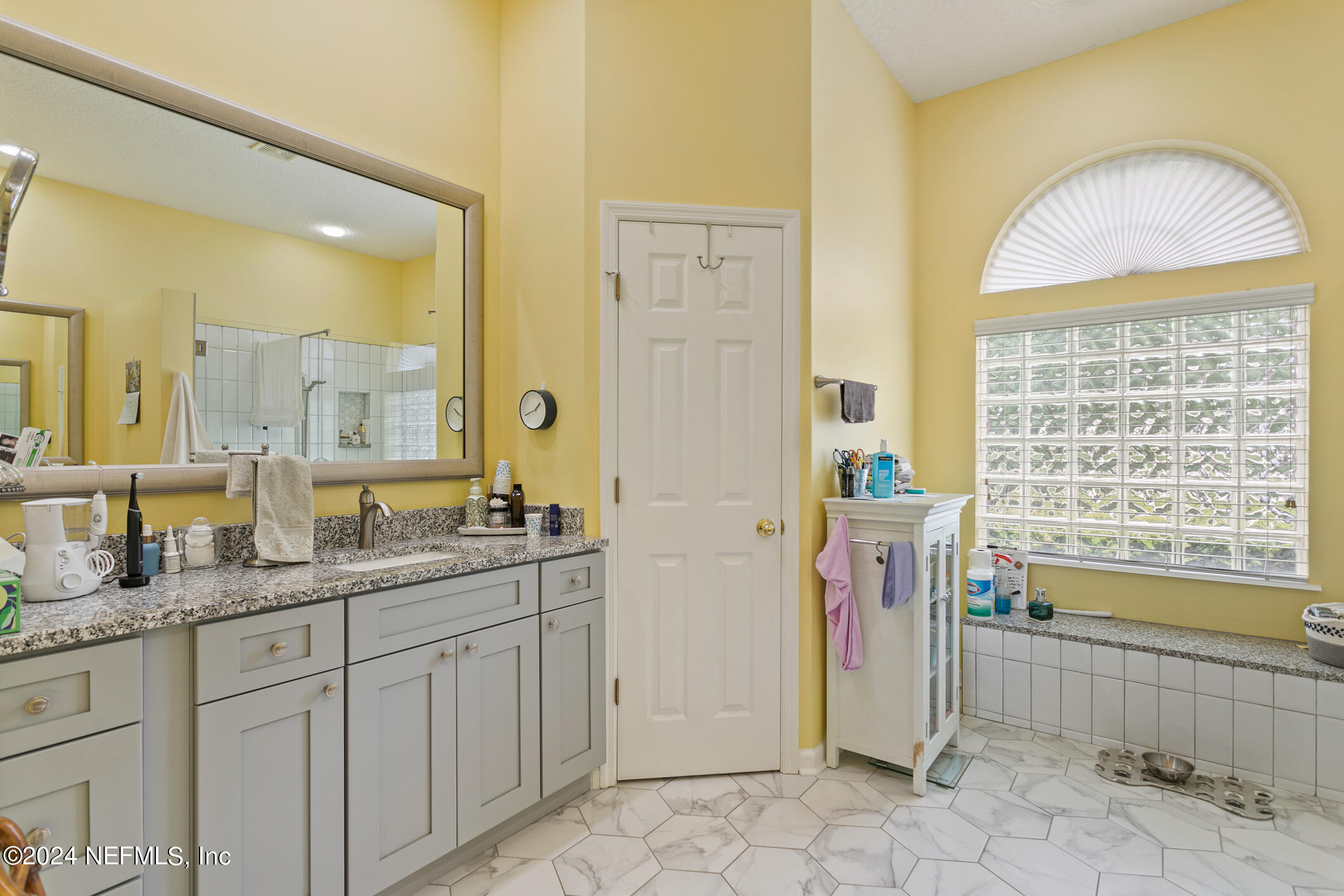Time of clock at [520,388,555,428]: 1:42
